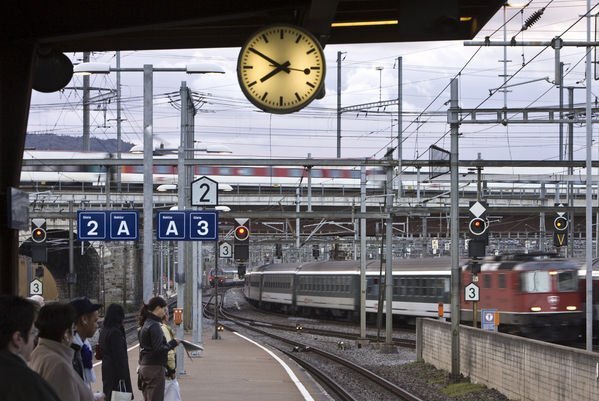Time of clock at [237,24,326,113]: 7:50
